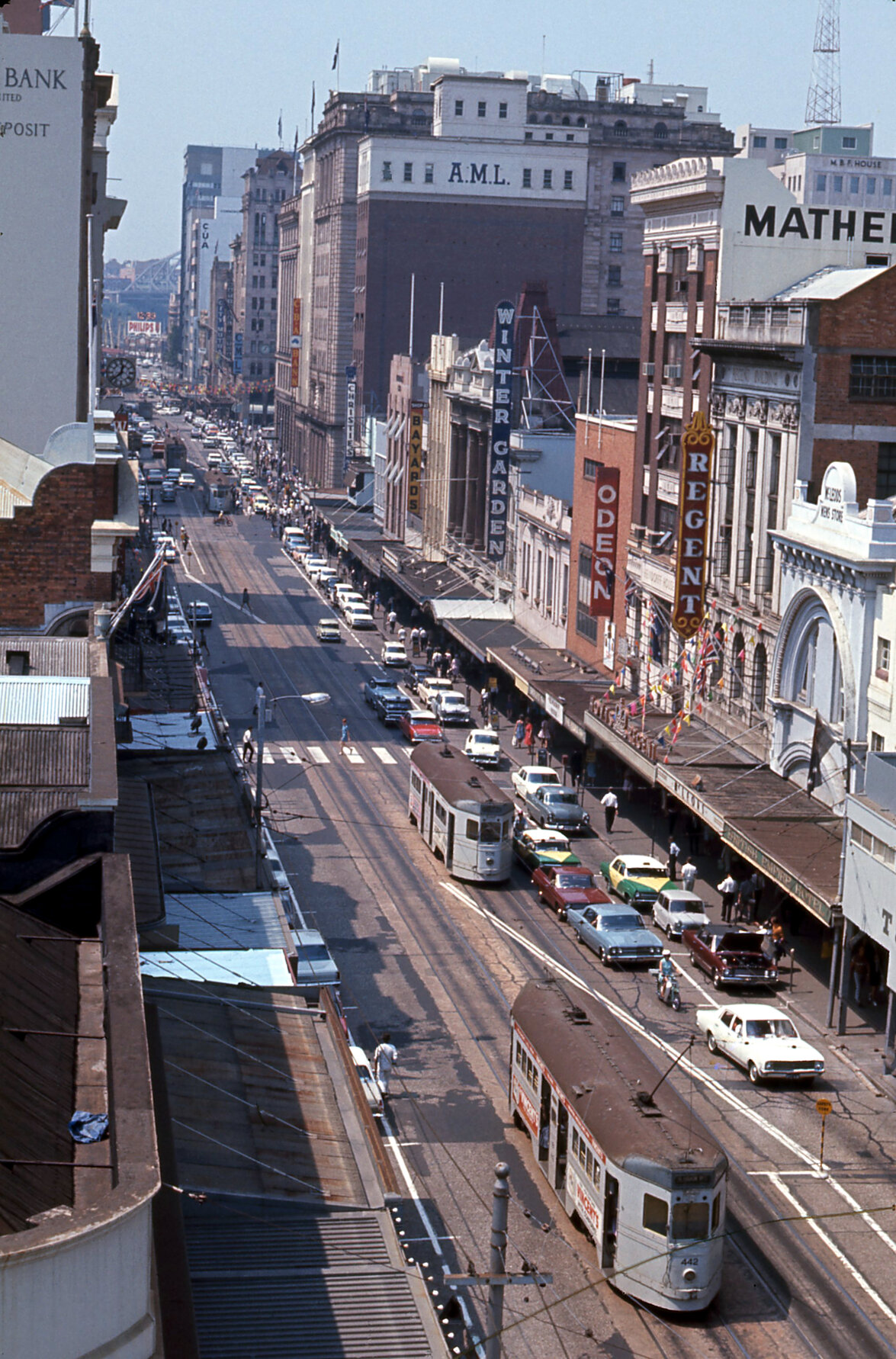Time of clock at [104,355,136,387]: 12:38
